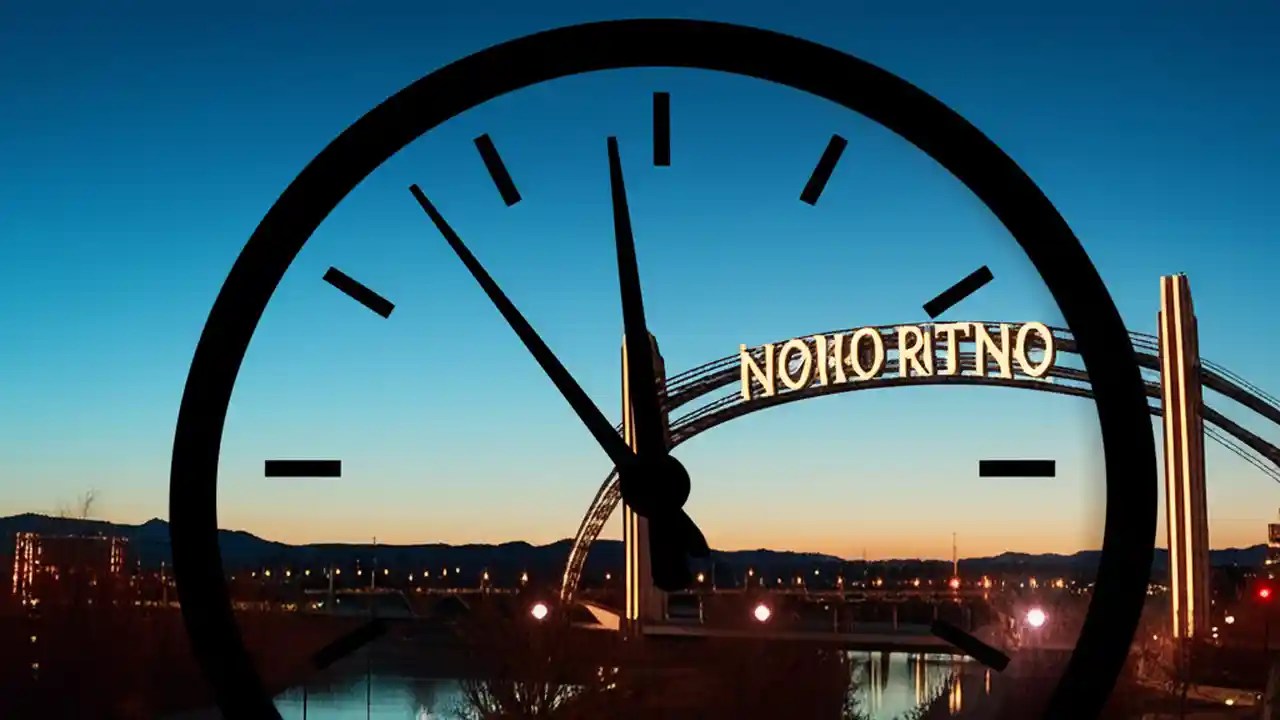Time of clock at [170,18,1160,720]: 1:58
